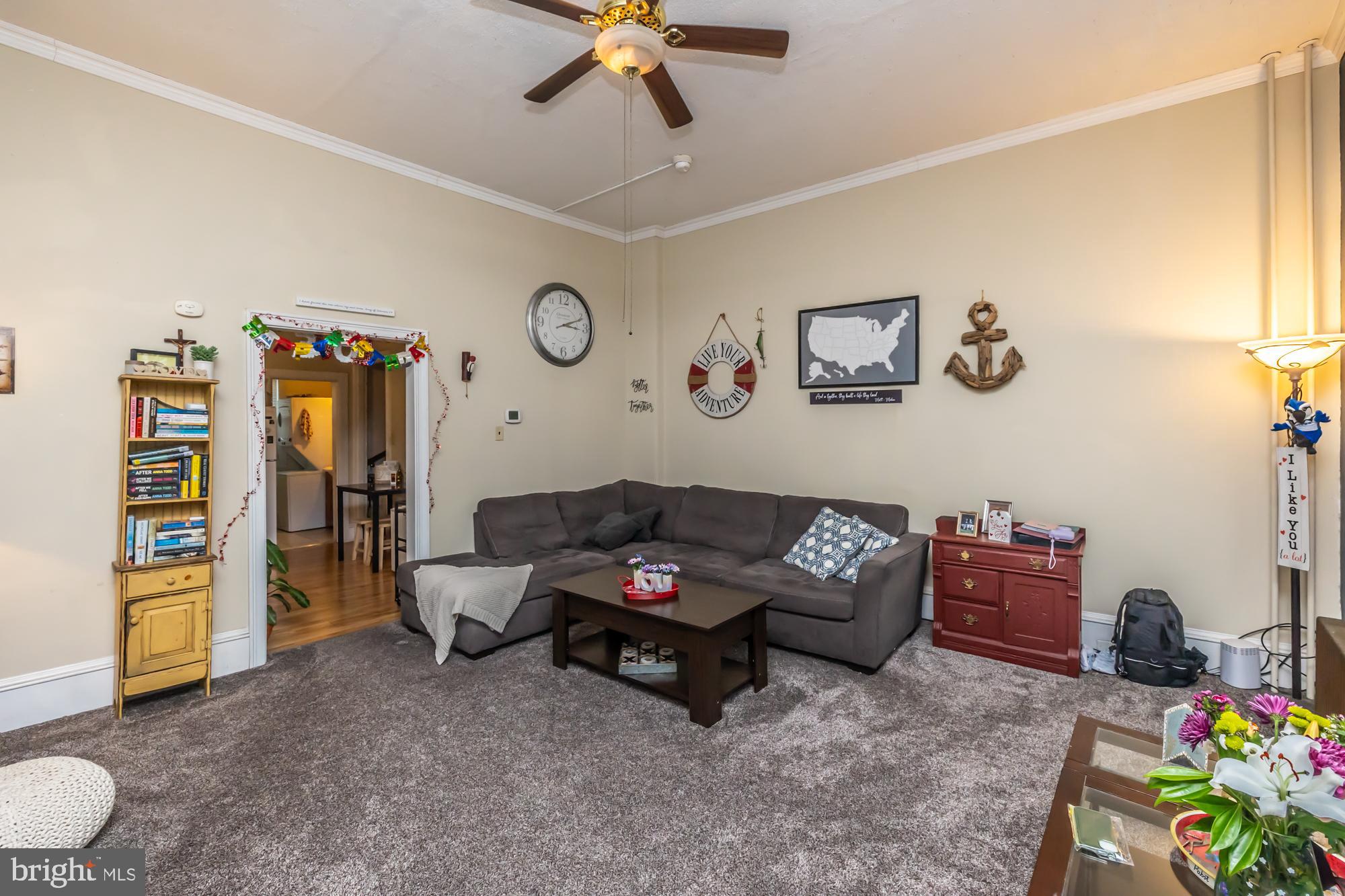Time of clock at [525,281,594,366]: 3:11
